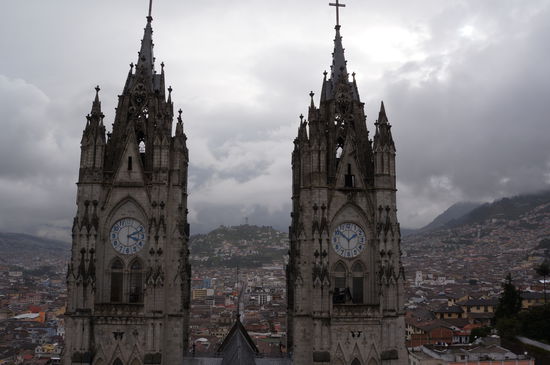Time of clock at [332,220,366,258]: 1:51
